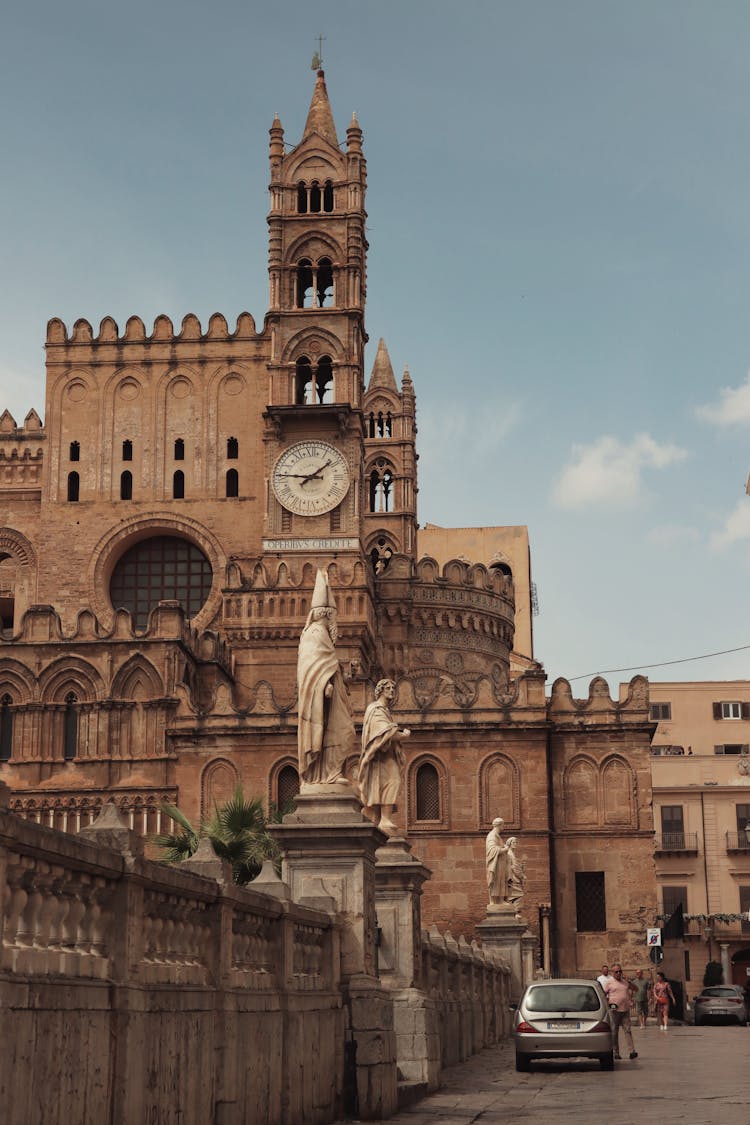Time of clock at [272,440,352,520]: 1:46
